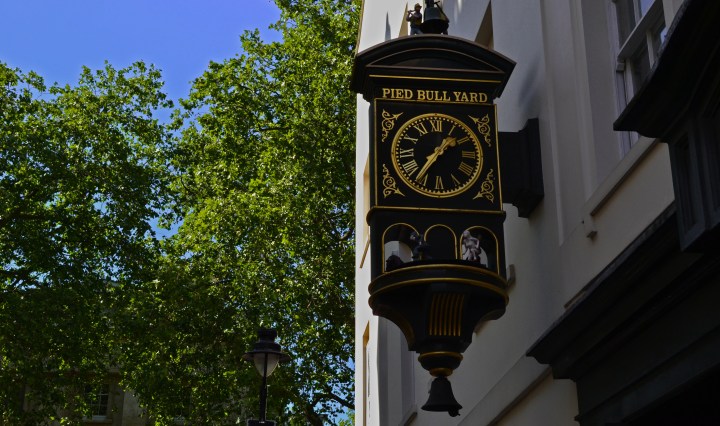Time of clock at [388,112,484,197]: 1:36
